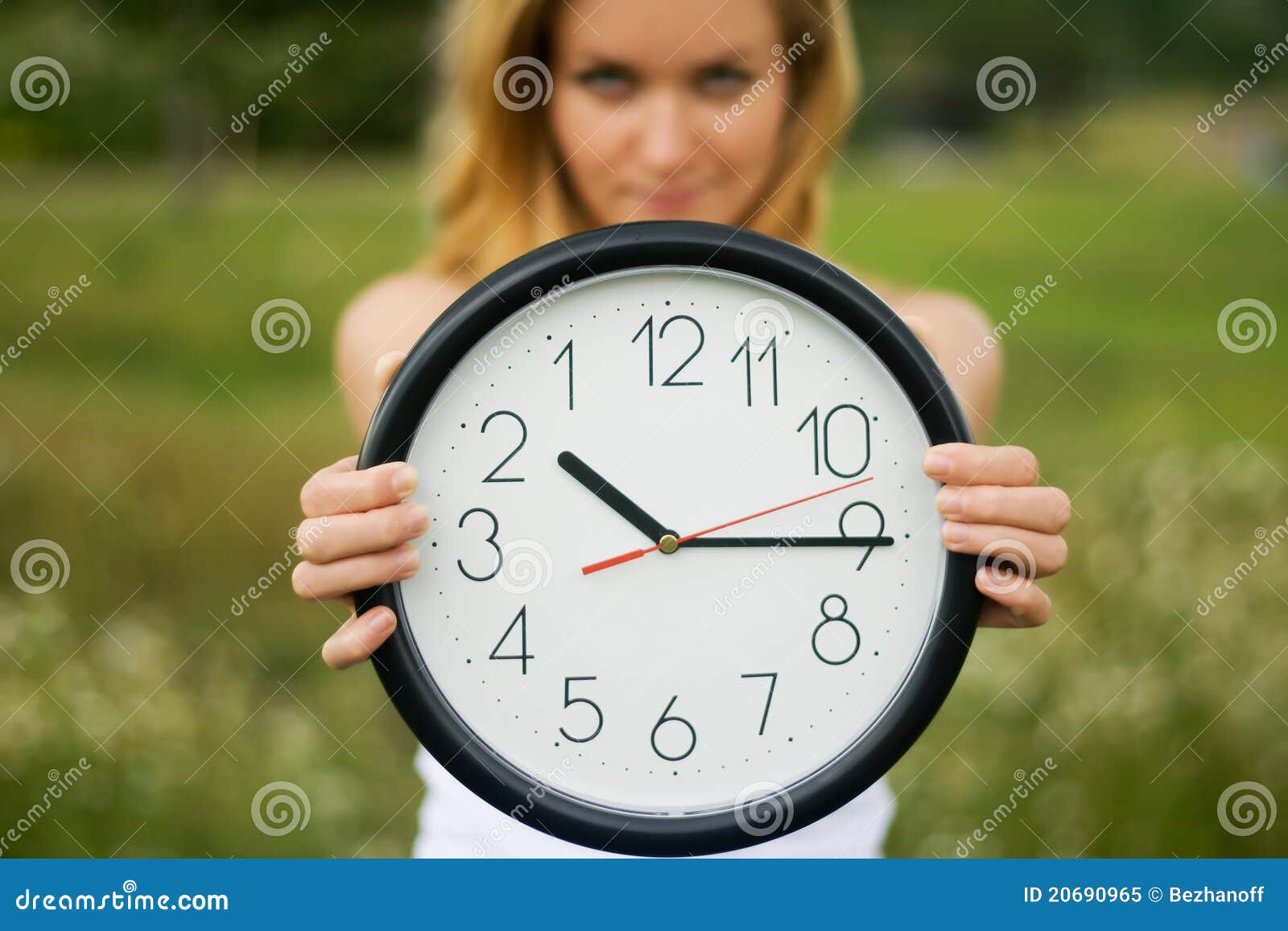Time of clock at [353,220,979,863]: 10:15
